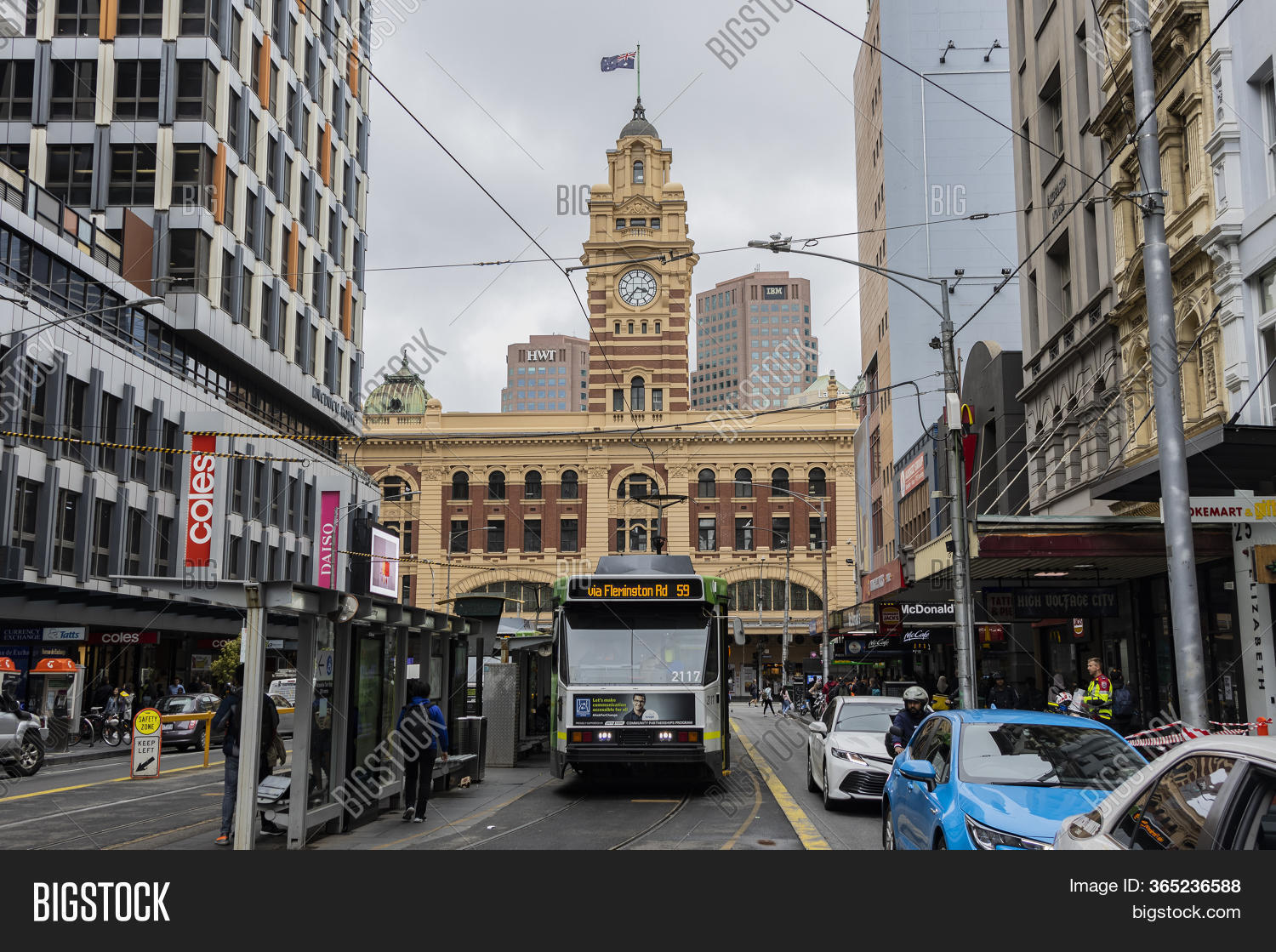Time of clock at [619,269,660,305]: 3:36
